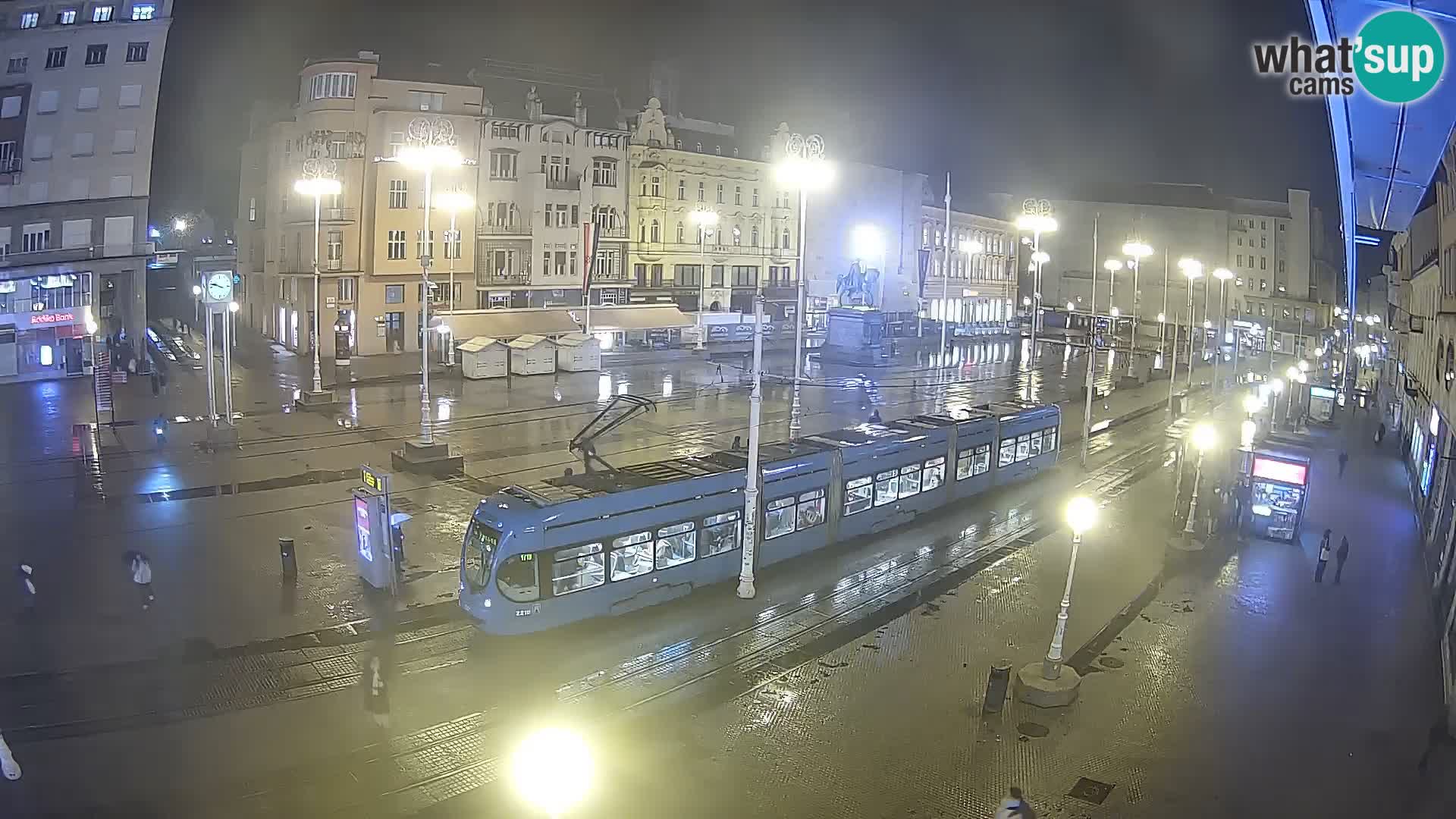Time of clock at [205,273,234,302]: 9:47
